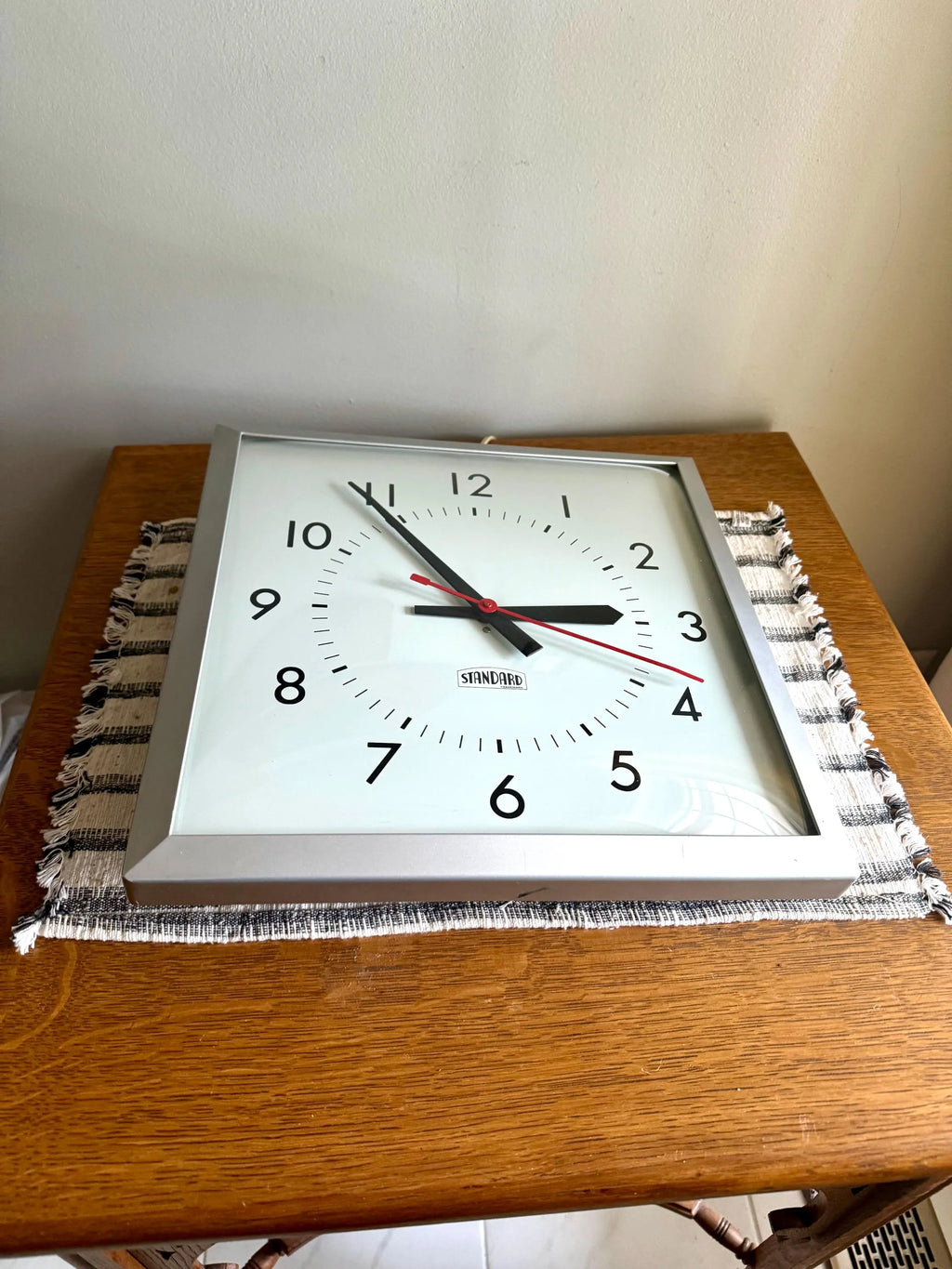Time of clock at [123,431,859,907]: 2:54
